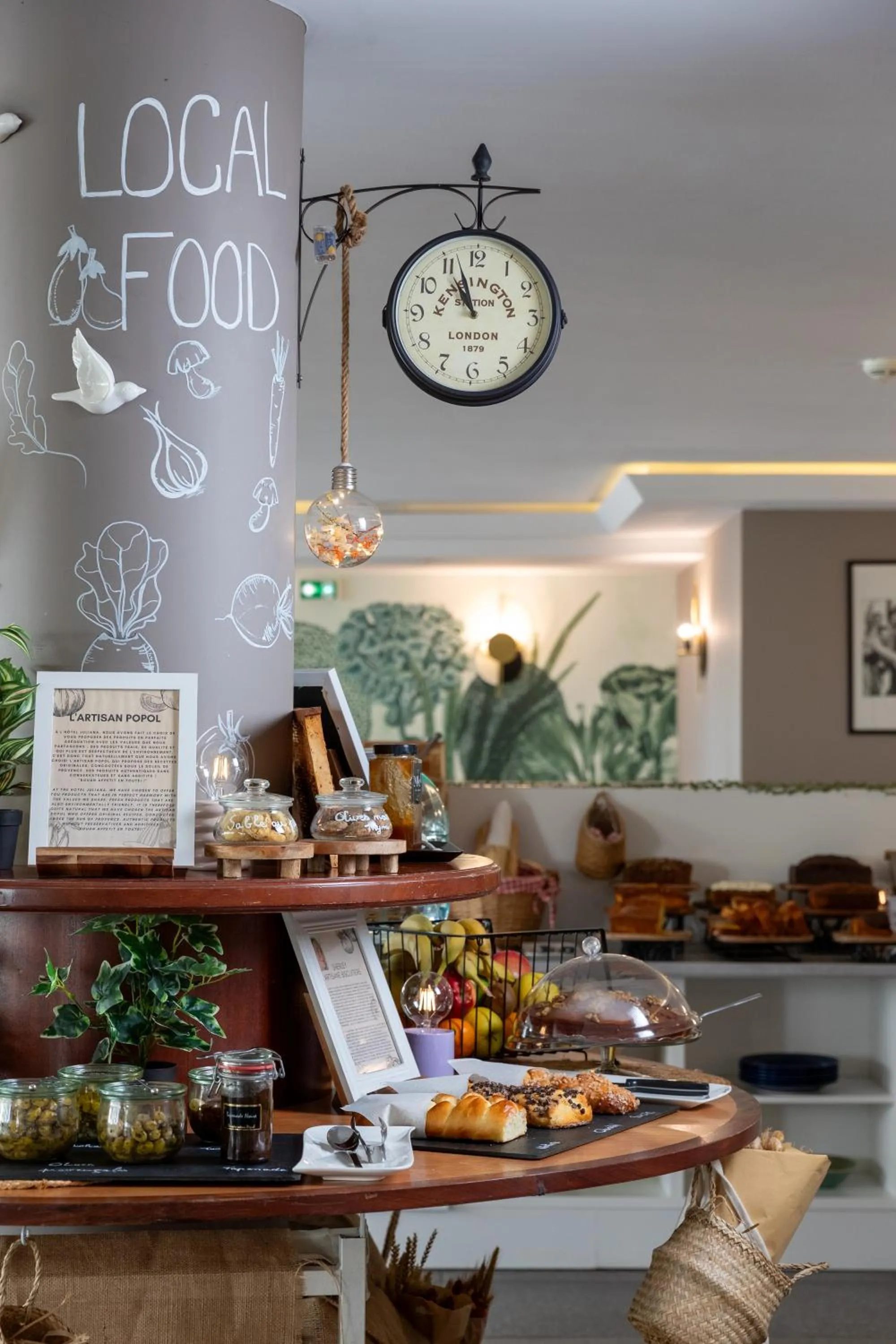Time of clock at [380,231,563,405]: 10:56
